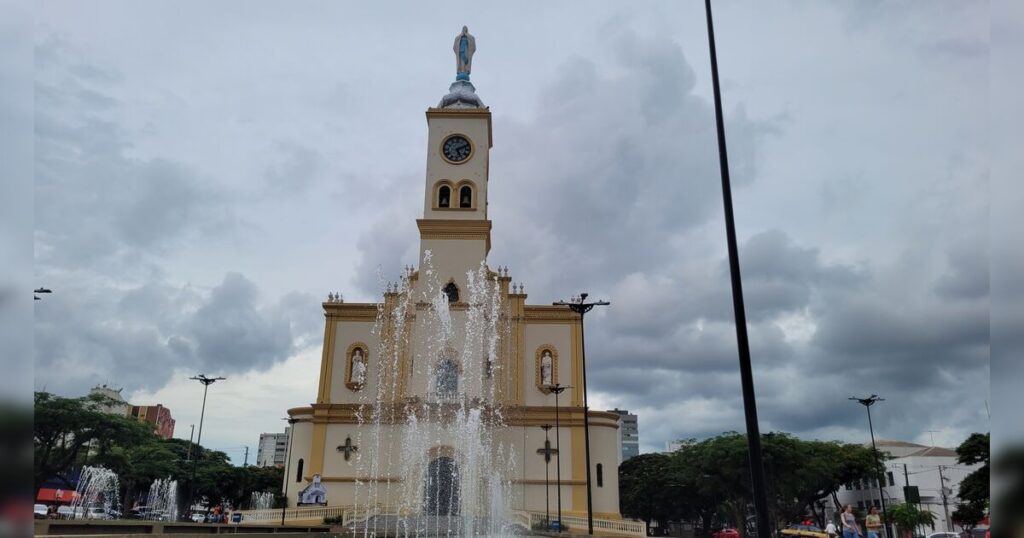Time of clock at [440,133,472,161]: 5:11
